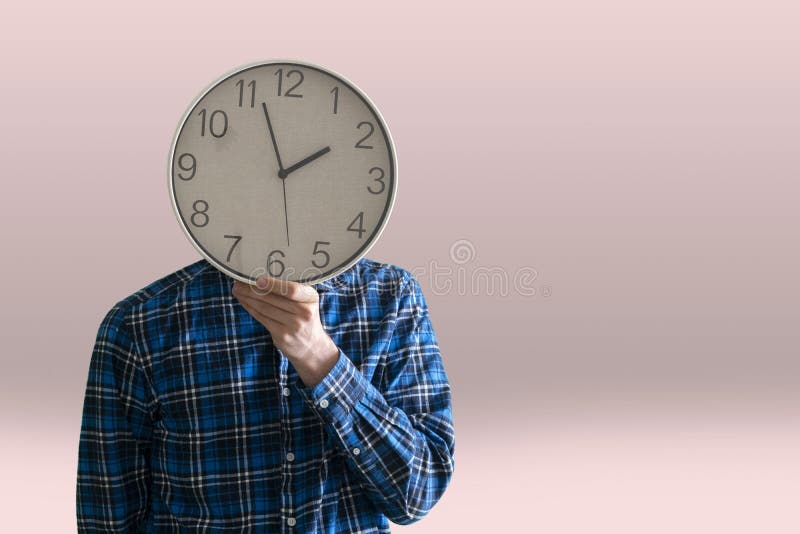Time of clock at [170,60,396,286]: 1:56
